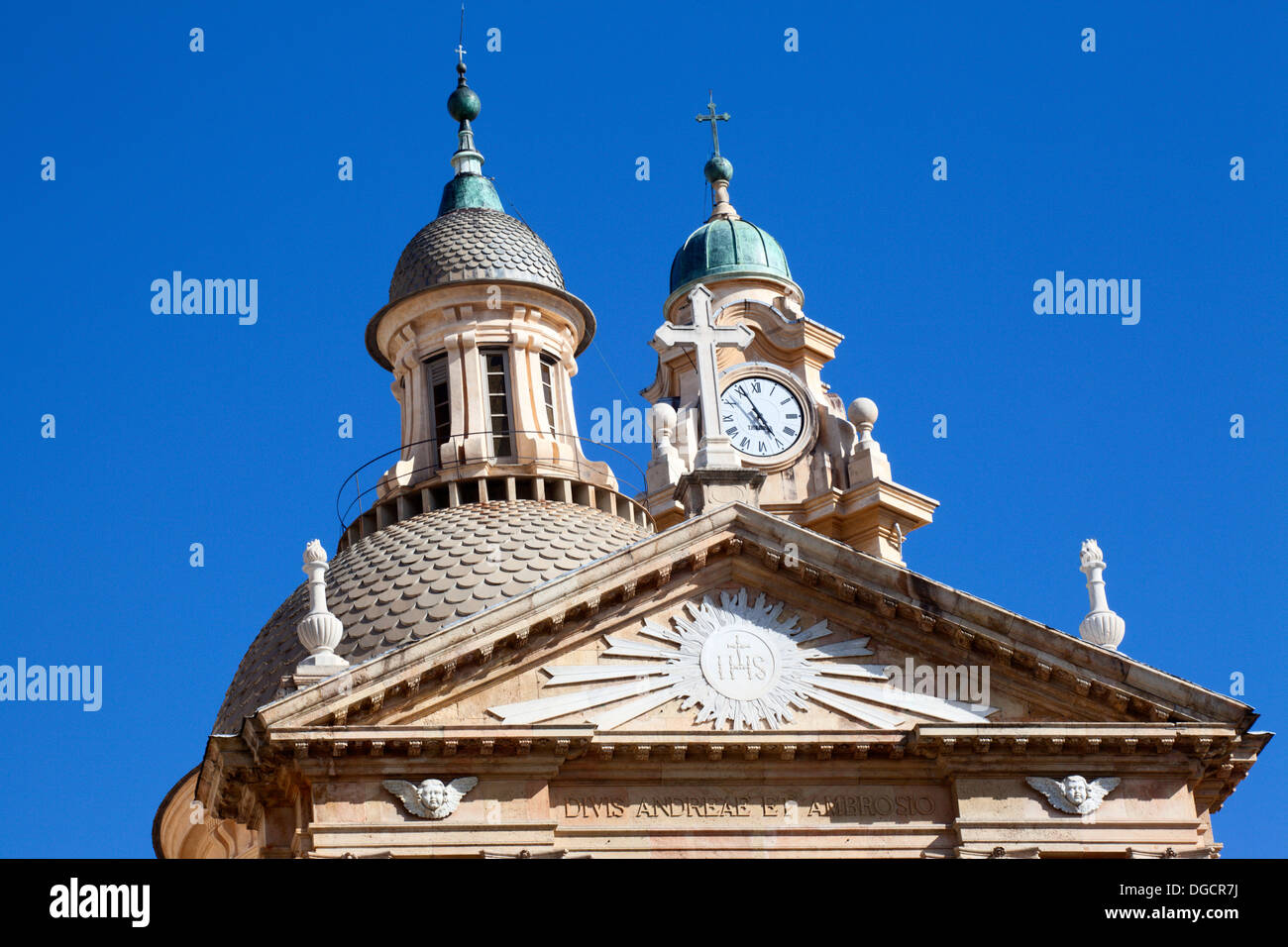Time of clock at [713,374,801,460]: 4:55
